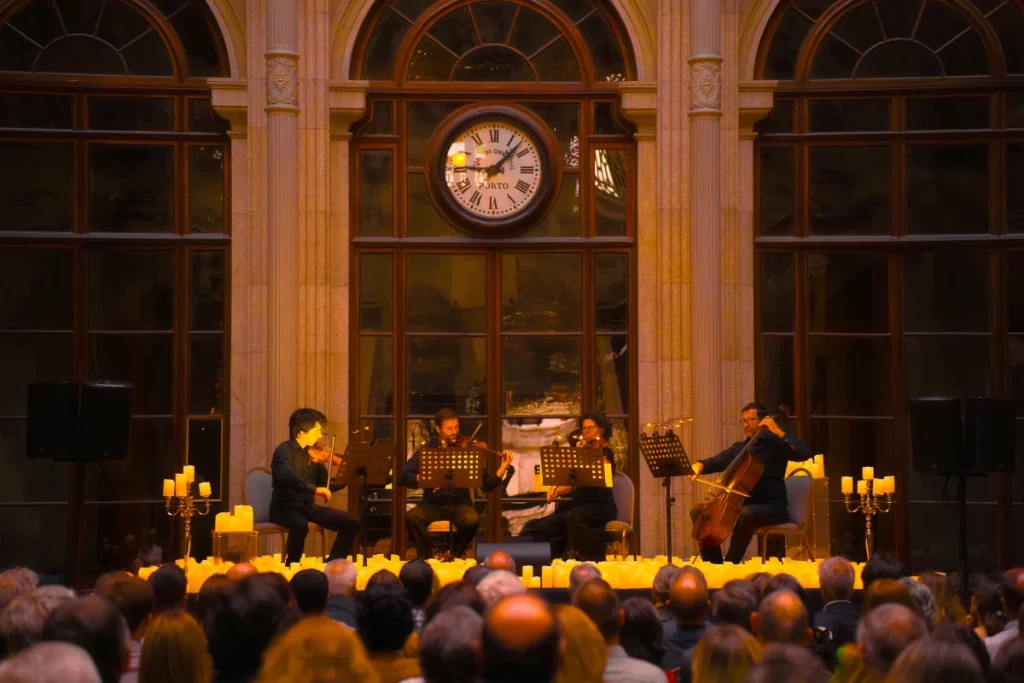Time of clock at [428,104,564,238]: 9:07
